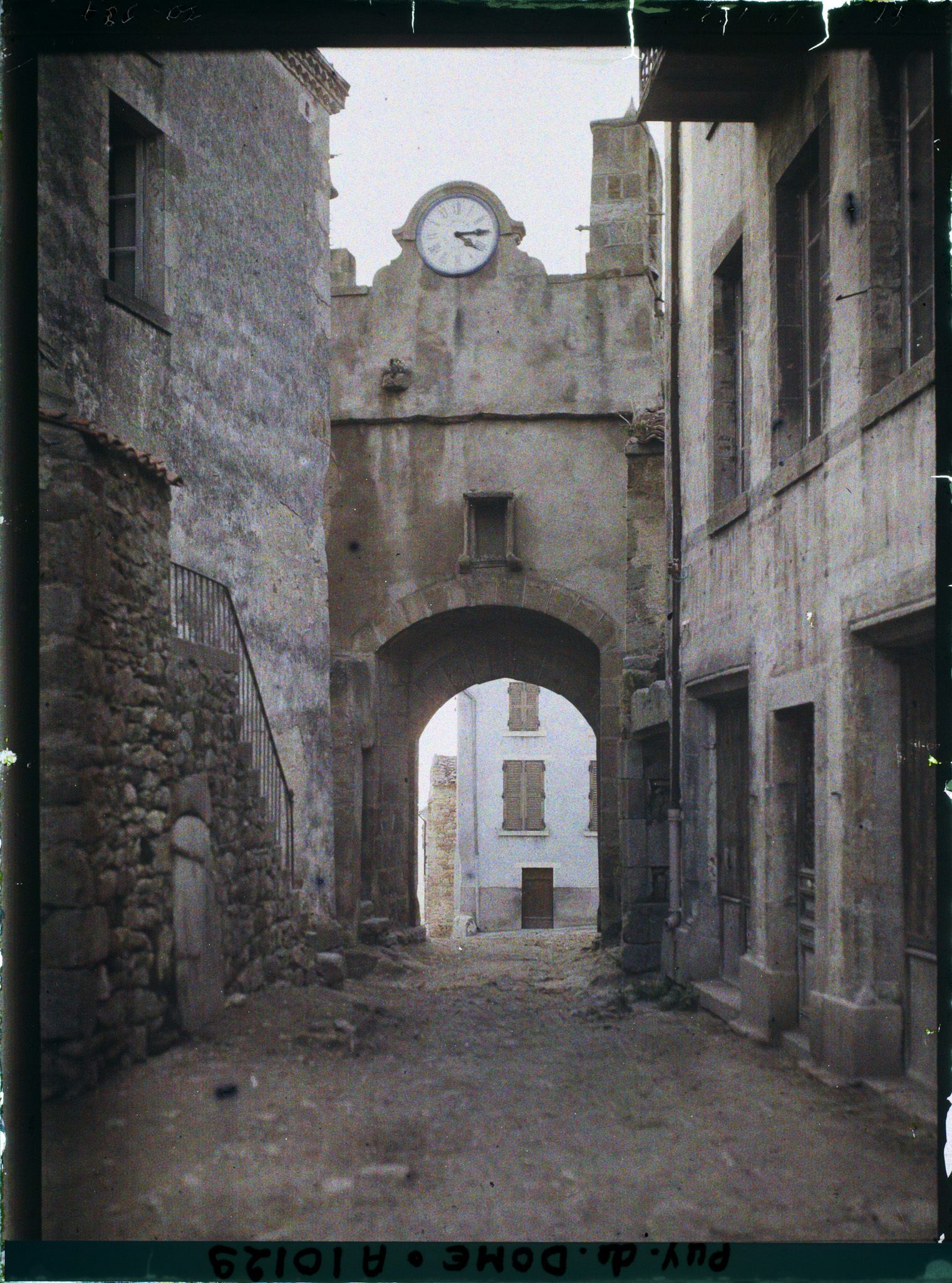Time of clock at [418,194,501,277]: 4:13
